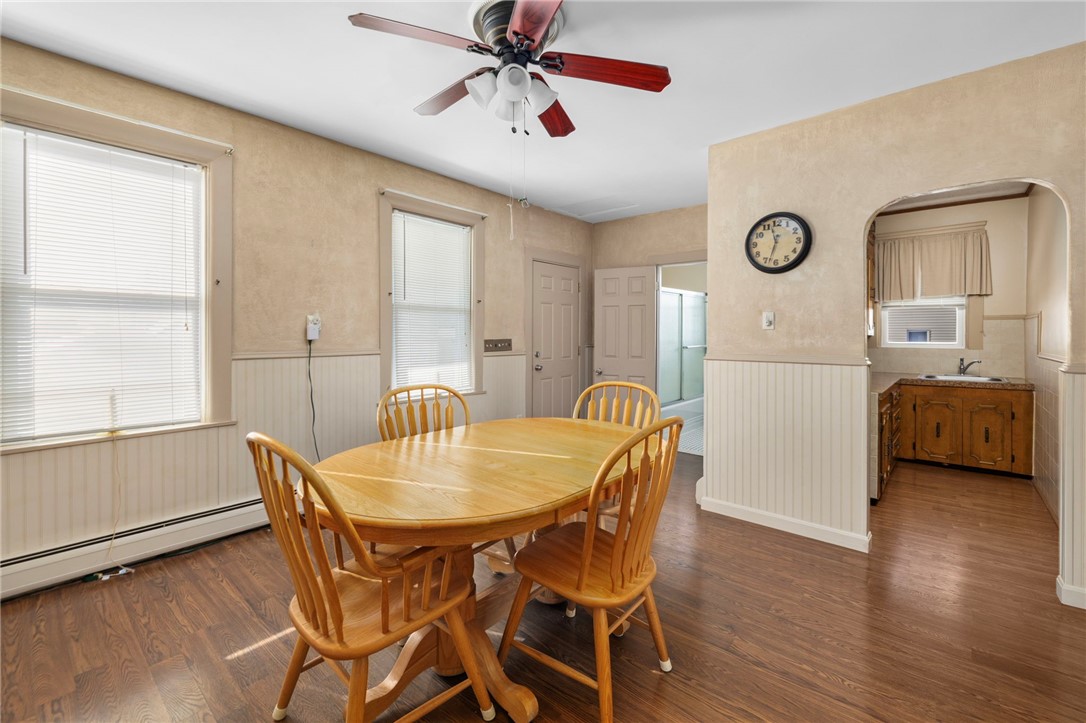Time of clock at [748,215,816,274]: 11:32
